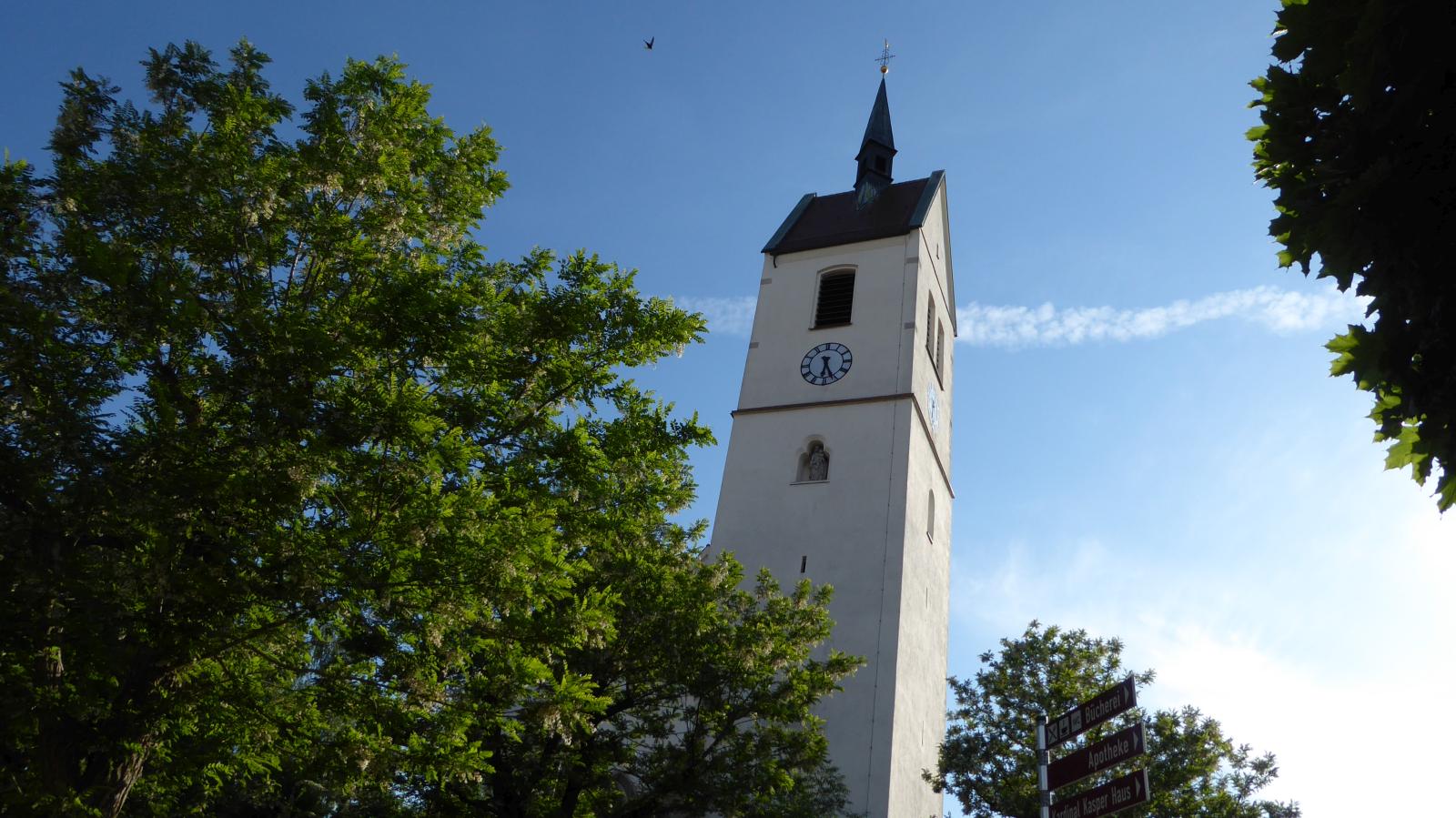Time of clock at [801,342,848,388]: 6:26
